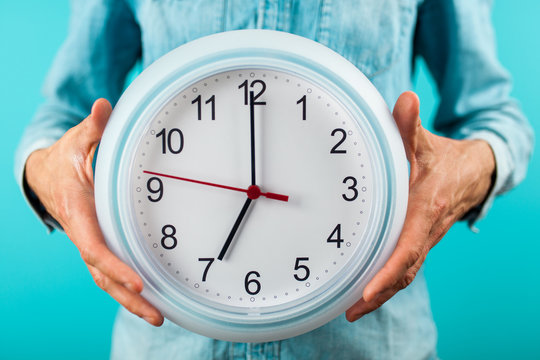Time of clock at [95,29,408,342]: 6:59
